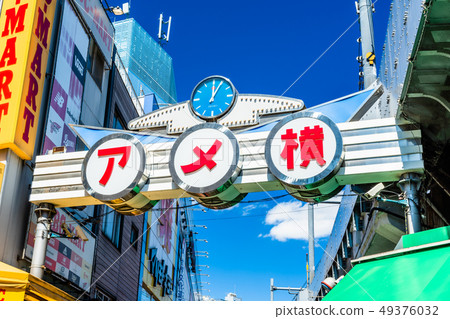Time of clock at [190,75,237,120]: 12:04
